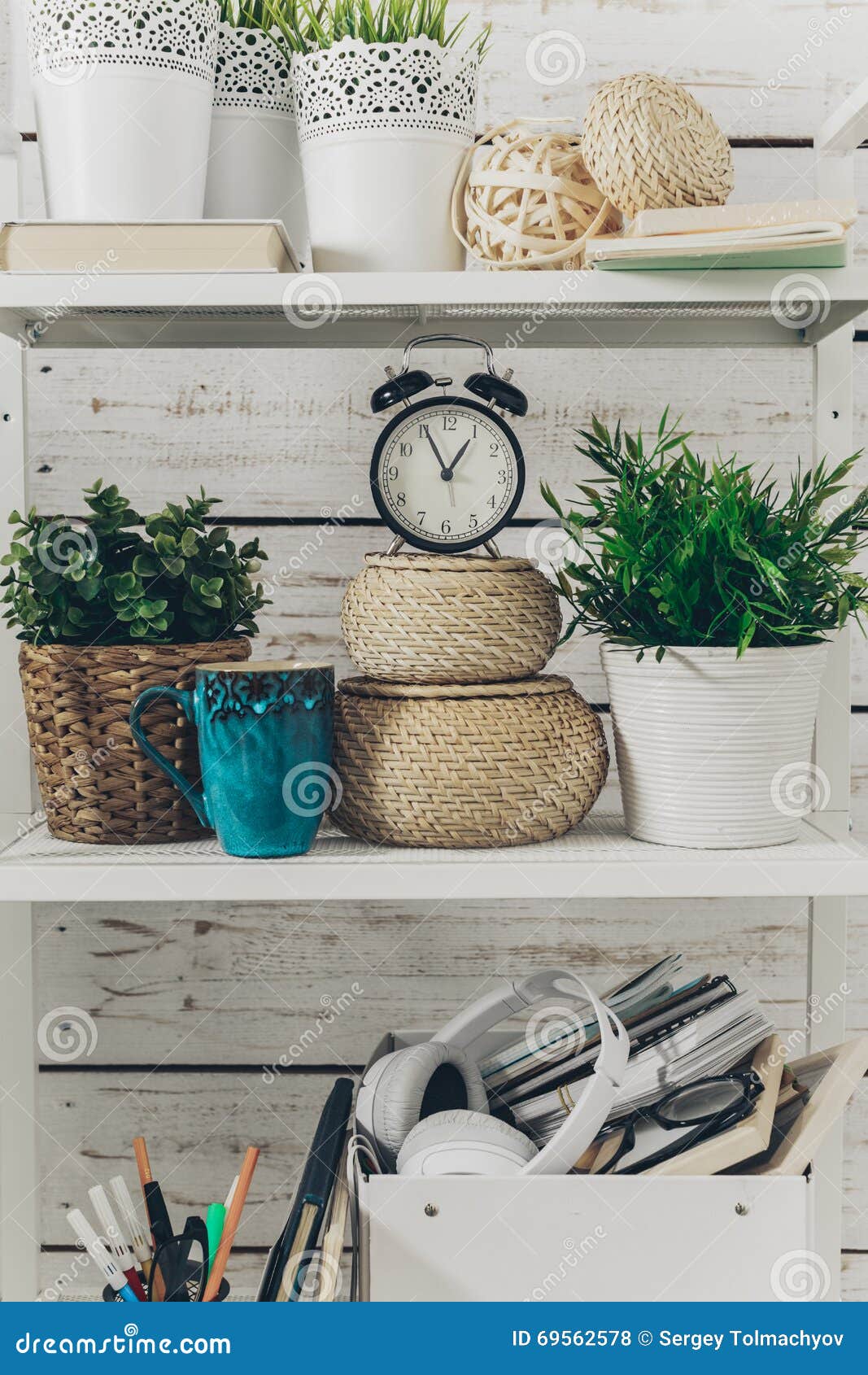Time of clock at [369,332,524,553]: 12:55
